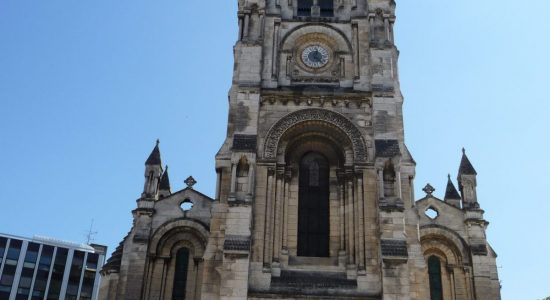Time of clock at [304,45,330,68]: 12:22
